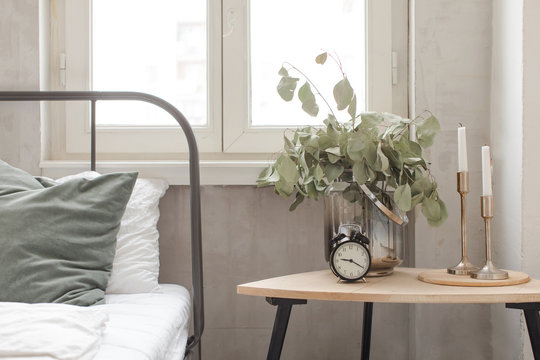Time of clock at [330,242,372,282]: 9:20
